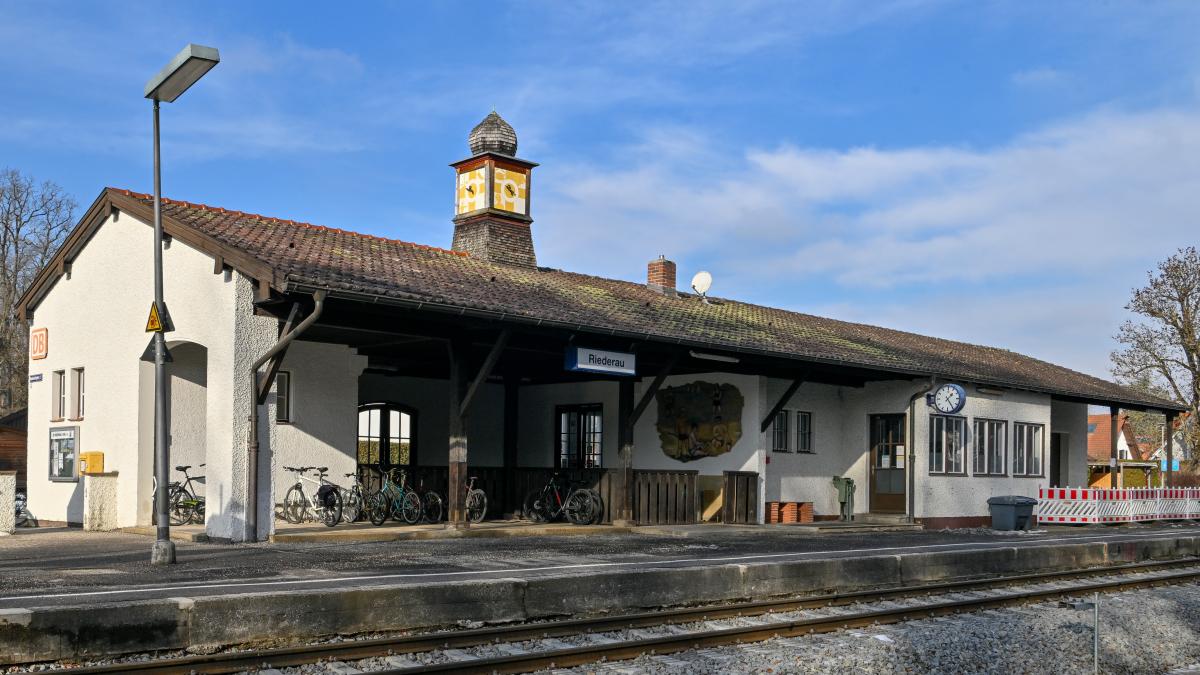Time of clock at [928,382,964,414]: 1:24
